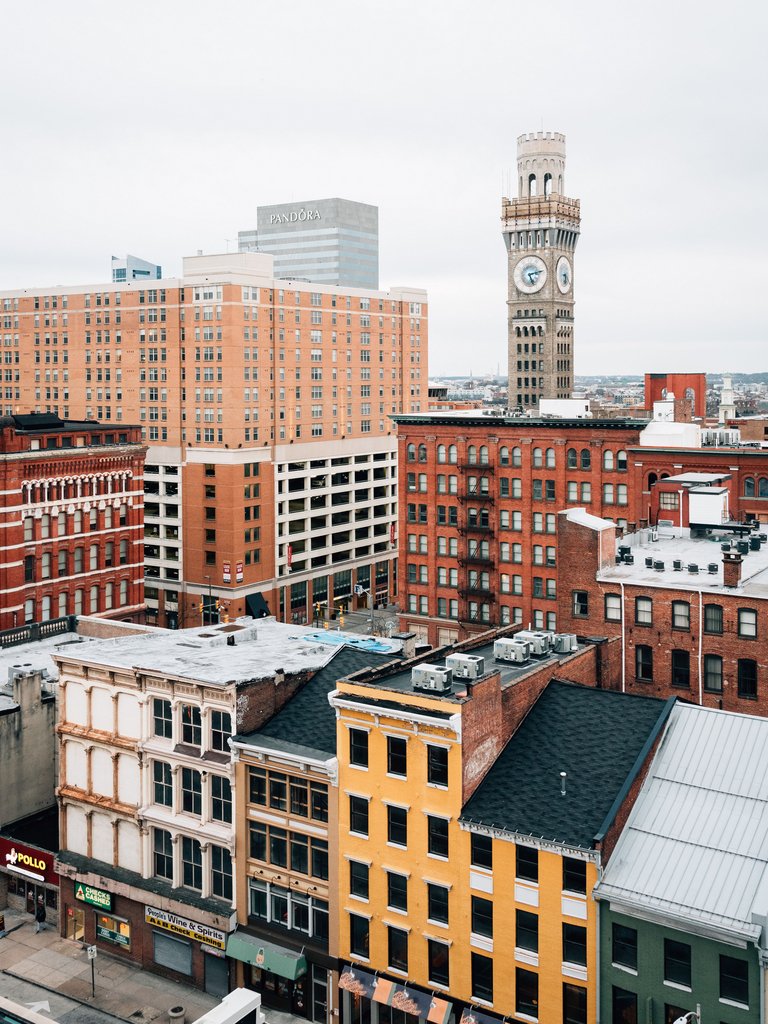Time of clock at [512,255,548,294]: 5:12
